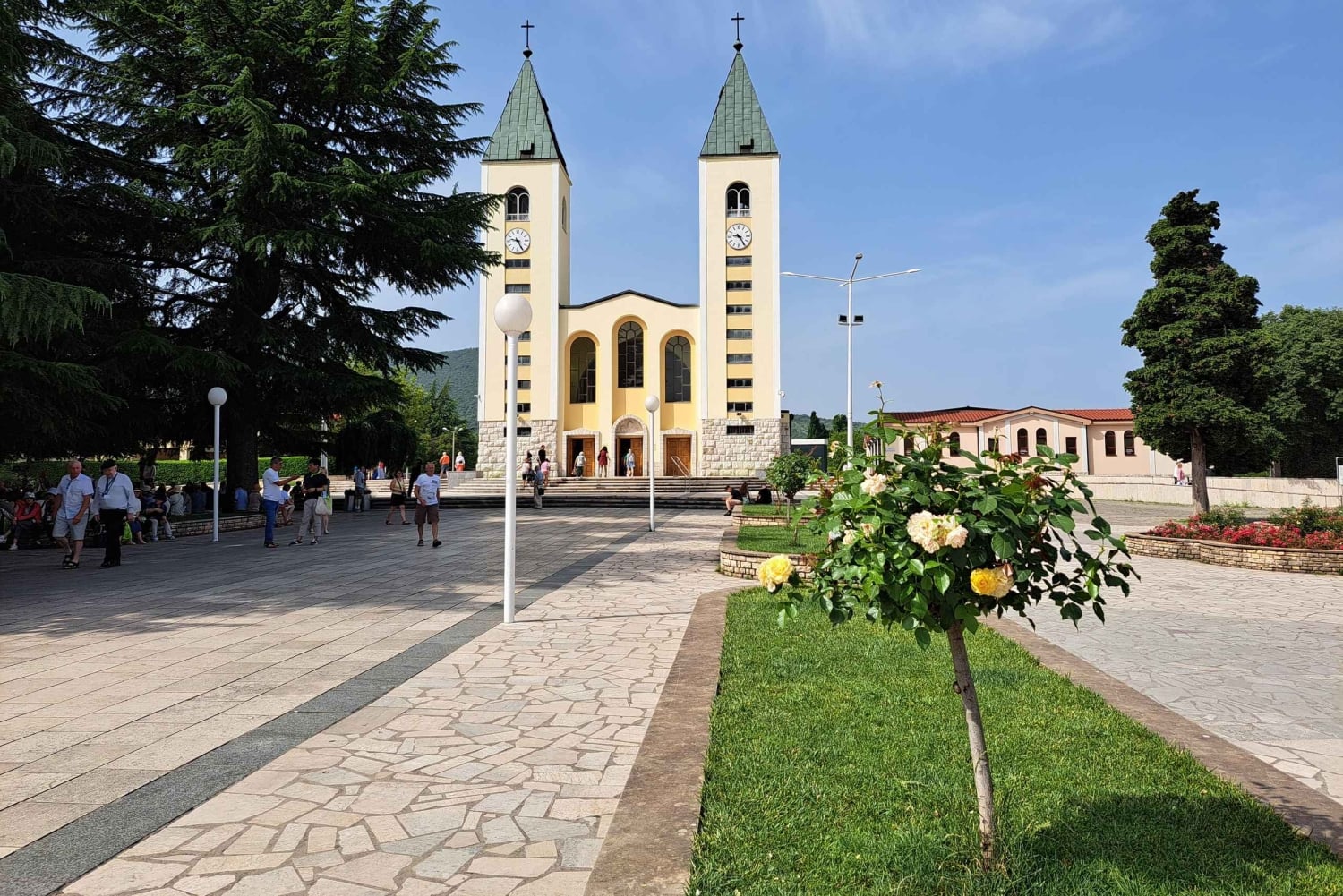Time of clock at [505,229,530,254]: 9:25
